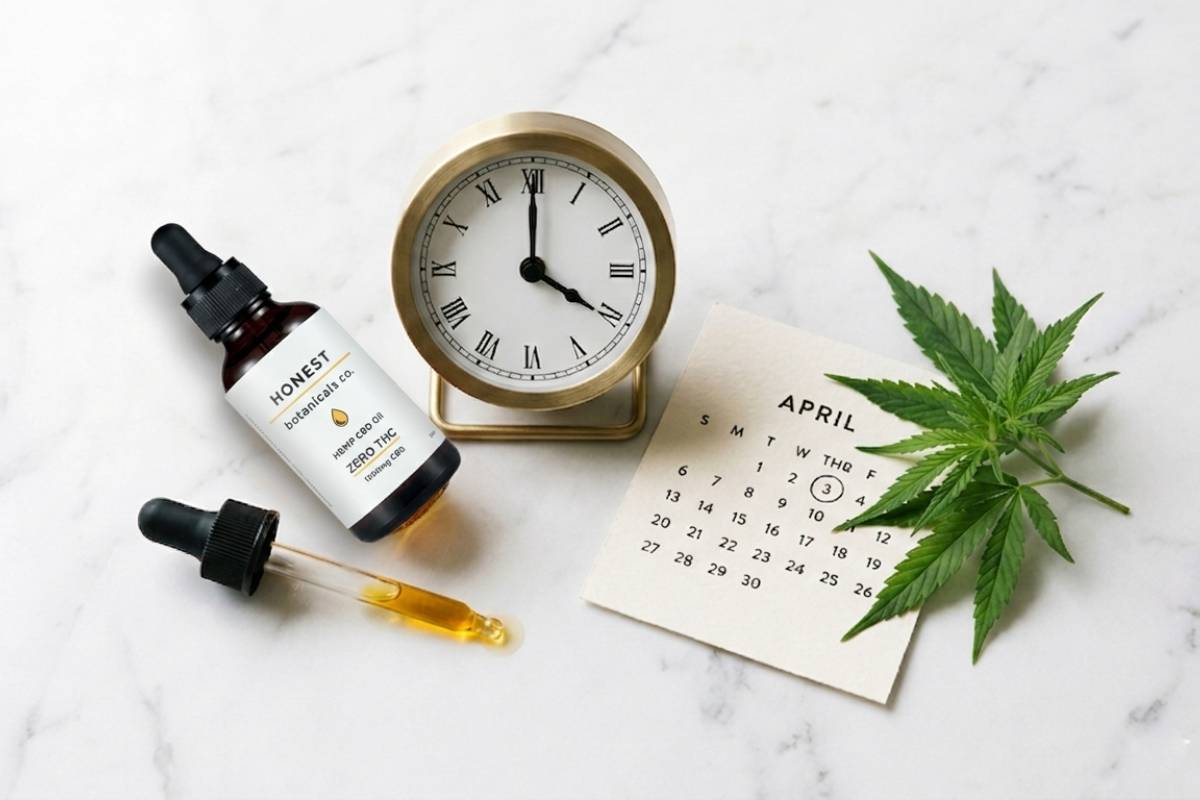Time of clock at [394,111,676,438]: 4:00
